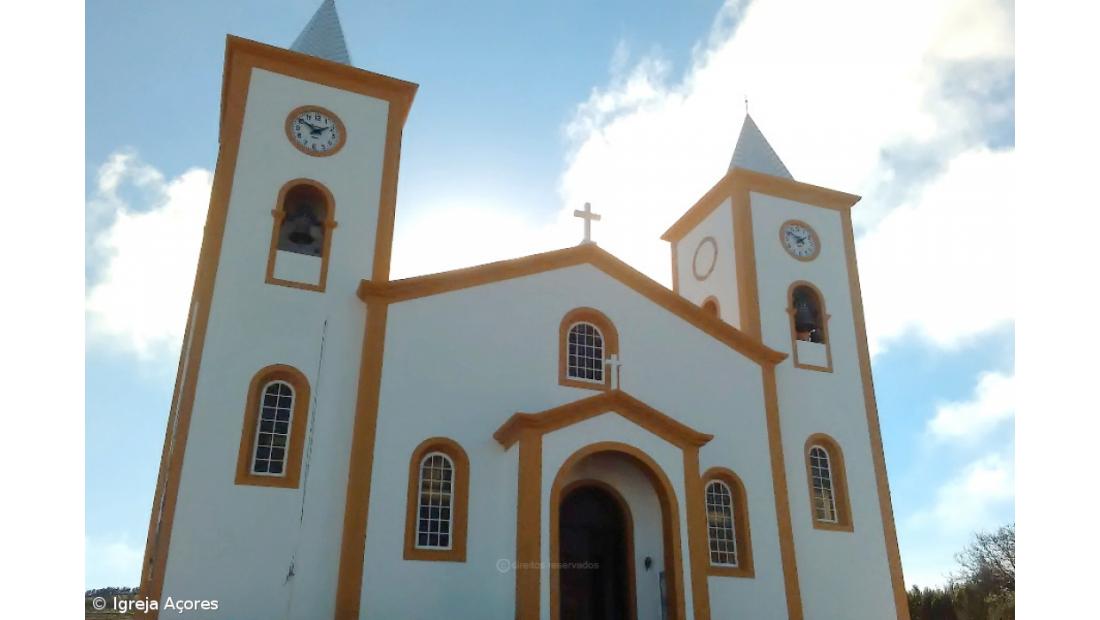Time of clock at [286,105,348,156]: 1:50
